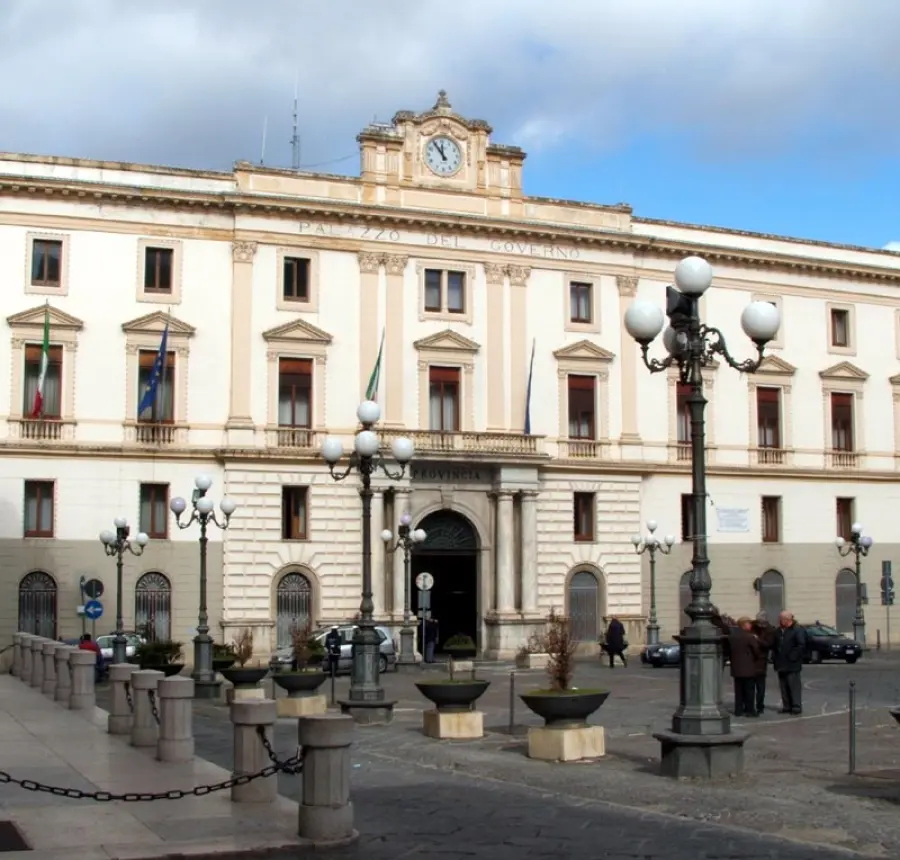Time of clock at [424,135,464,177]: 11:54
